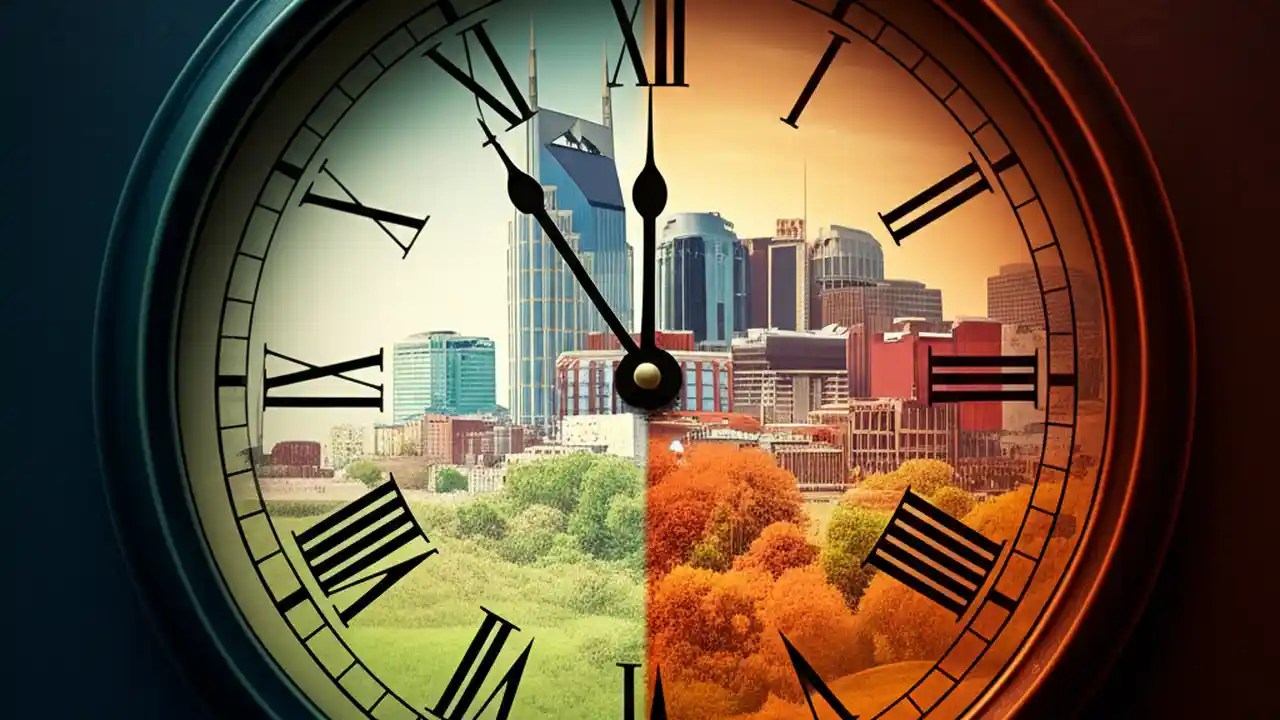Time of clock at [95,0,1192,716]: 11:54
